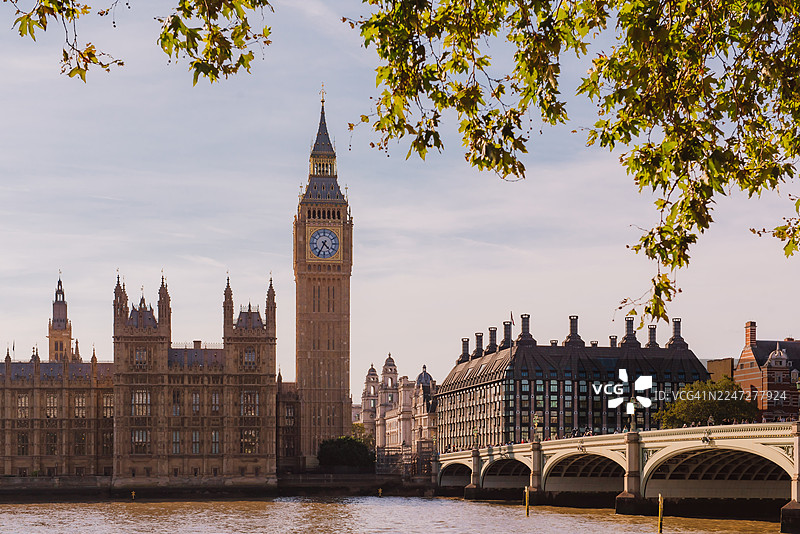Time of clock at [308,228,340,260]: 4:34
